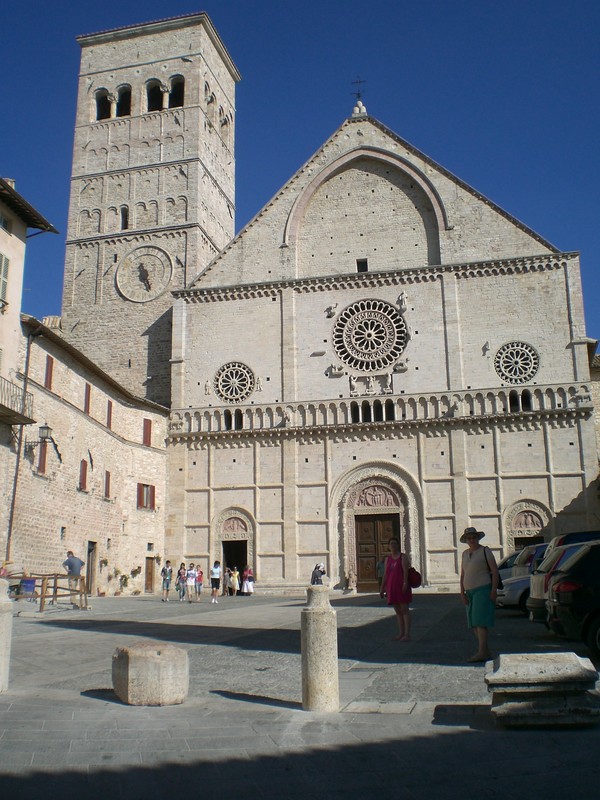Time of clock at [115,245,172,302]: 5:26
